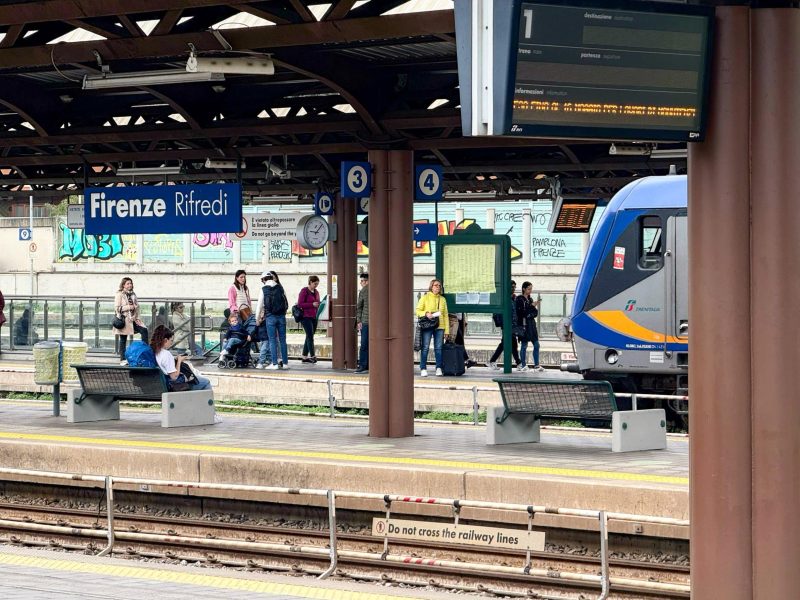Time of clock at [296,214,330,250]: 9:07
